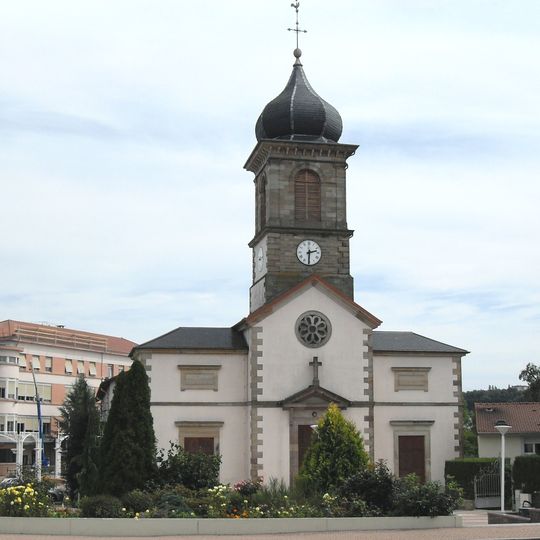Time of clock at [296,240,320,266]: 2:30
